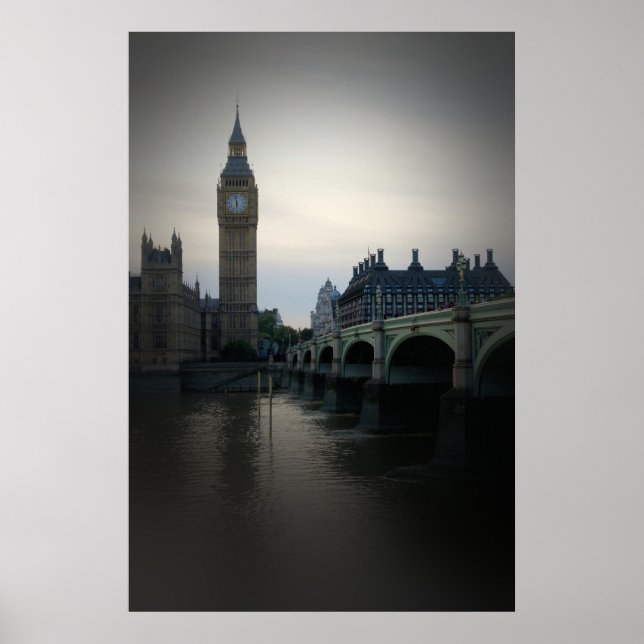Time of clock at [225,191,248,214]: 5:58
